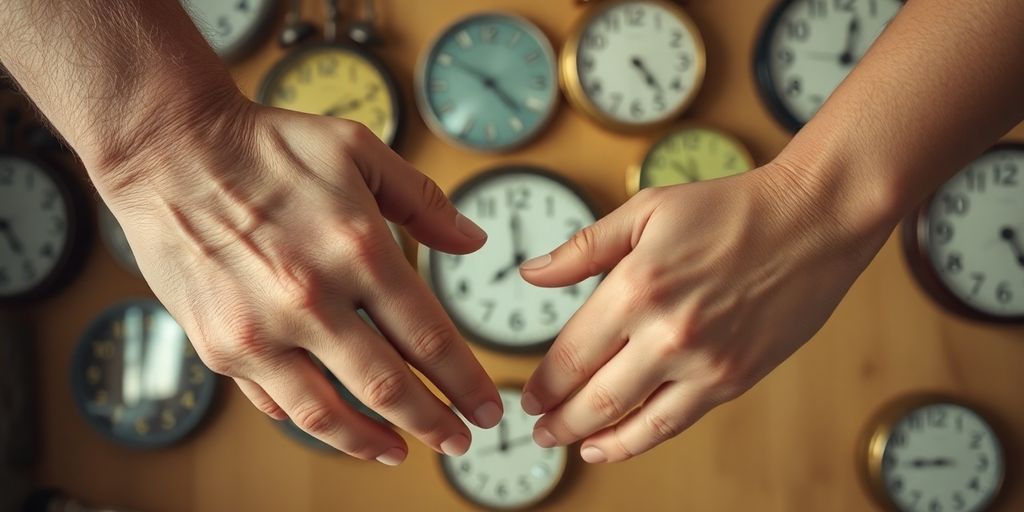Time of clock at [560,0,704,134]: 4:23
